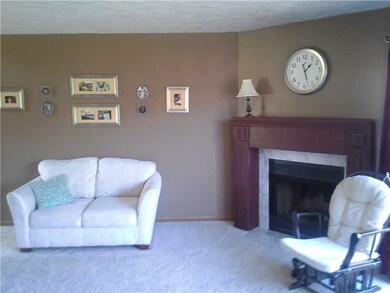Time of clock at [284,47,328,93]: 1:27
